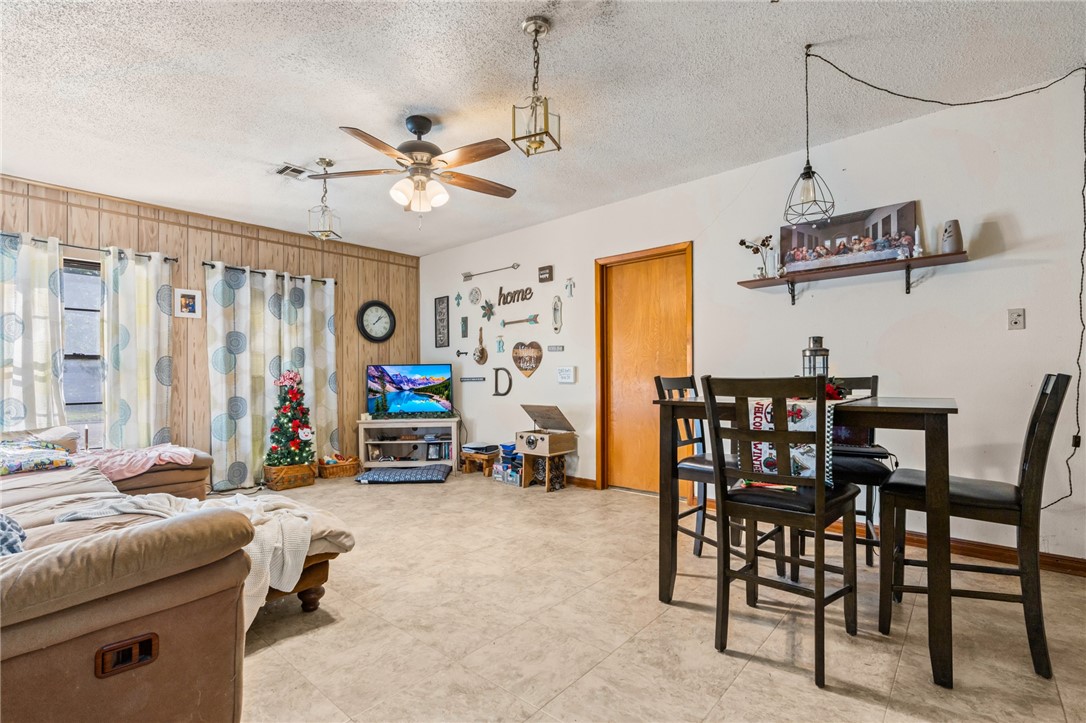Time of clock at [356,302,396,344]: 1:08
